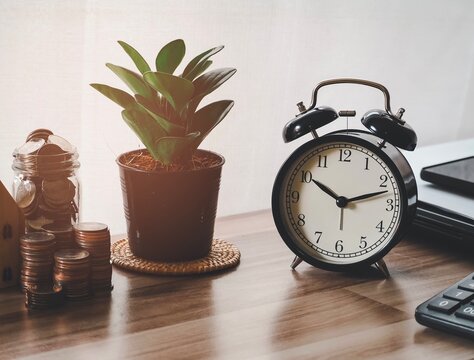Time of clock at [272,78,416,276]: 10:12
